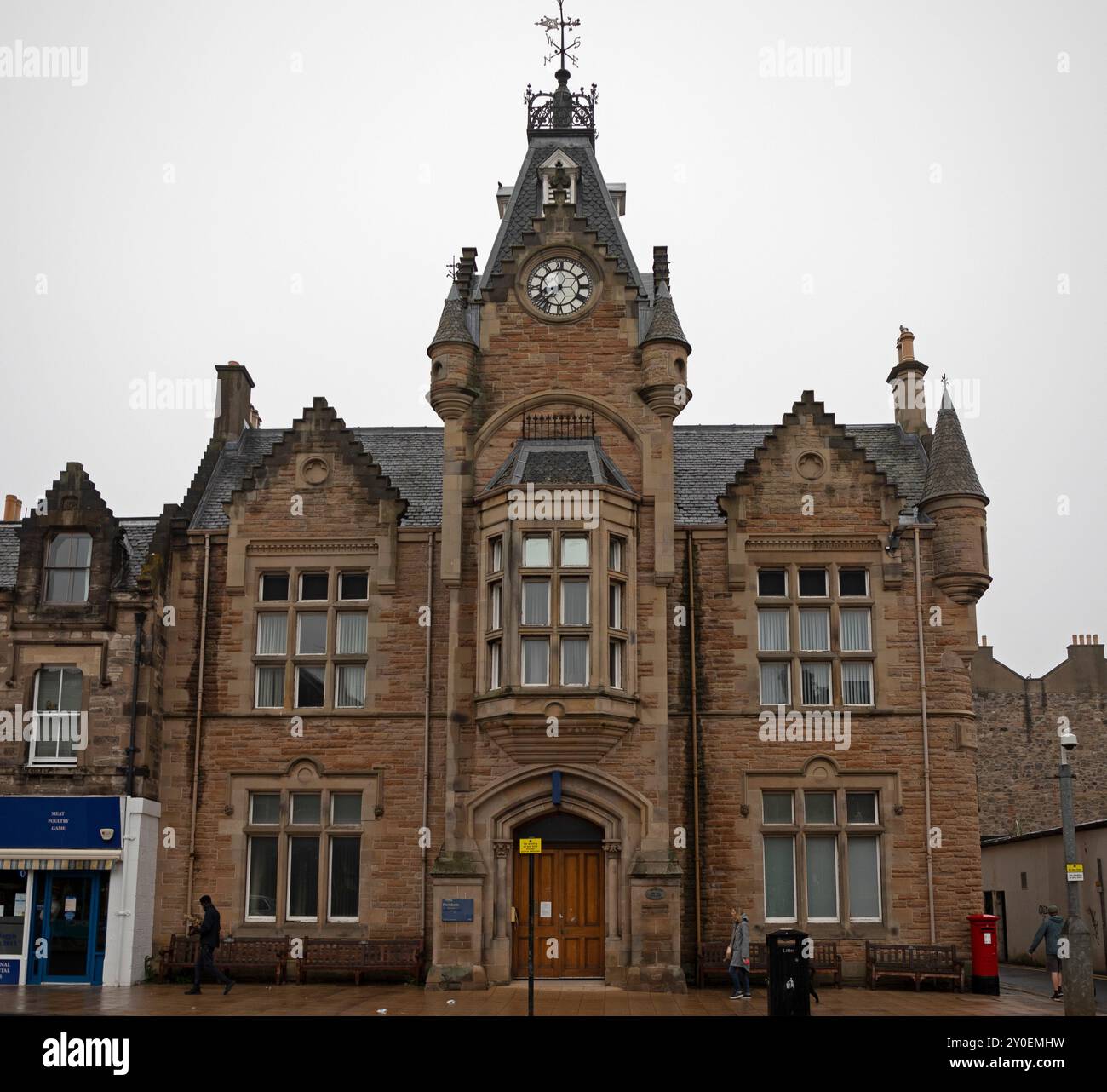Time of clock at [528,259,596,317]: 7:37
